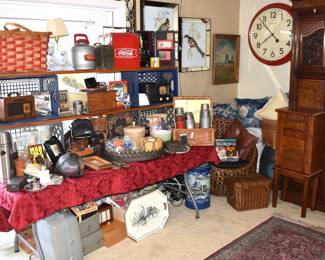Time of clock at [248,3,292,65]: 7:52
